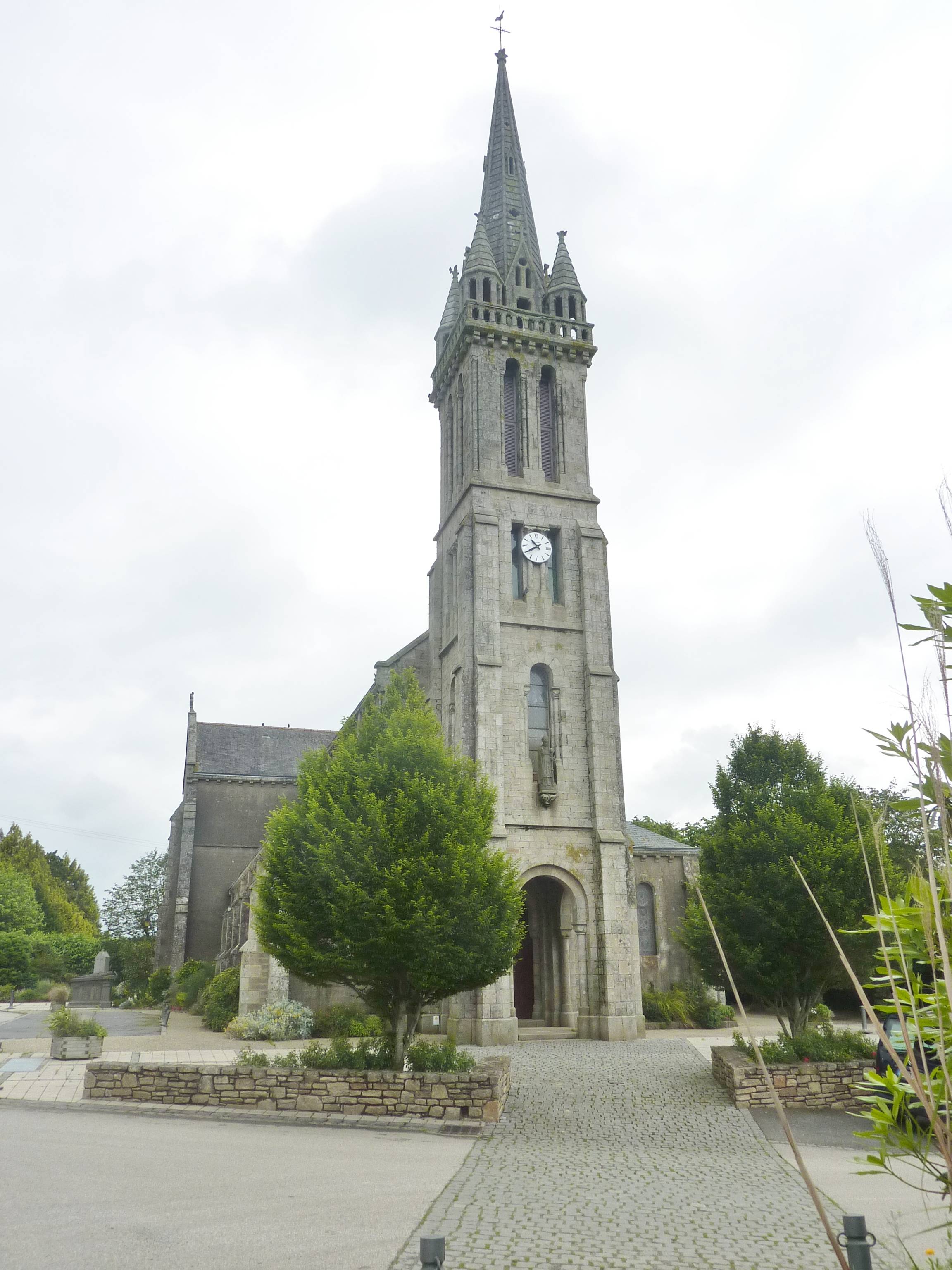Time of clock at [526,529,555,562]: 10:39
